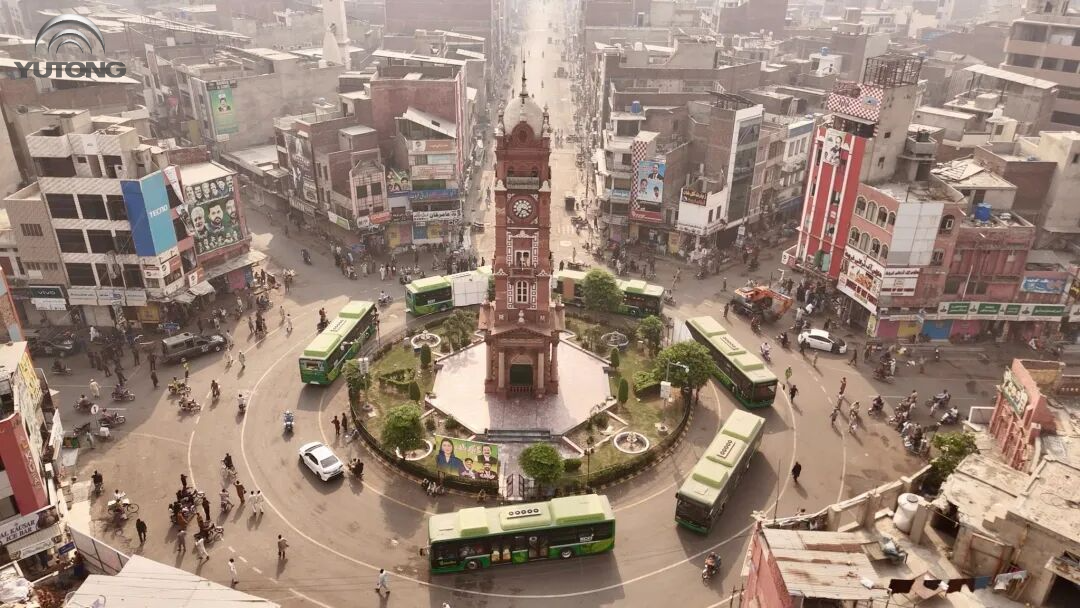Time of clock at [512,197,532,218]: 3:35
